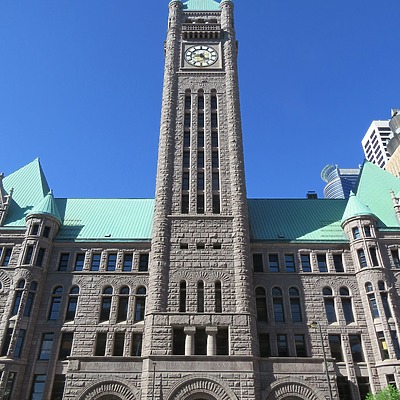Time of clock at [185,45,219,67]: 4:42
